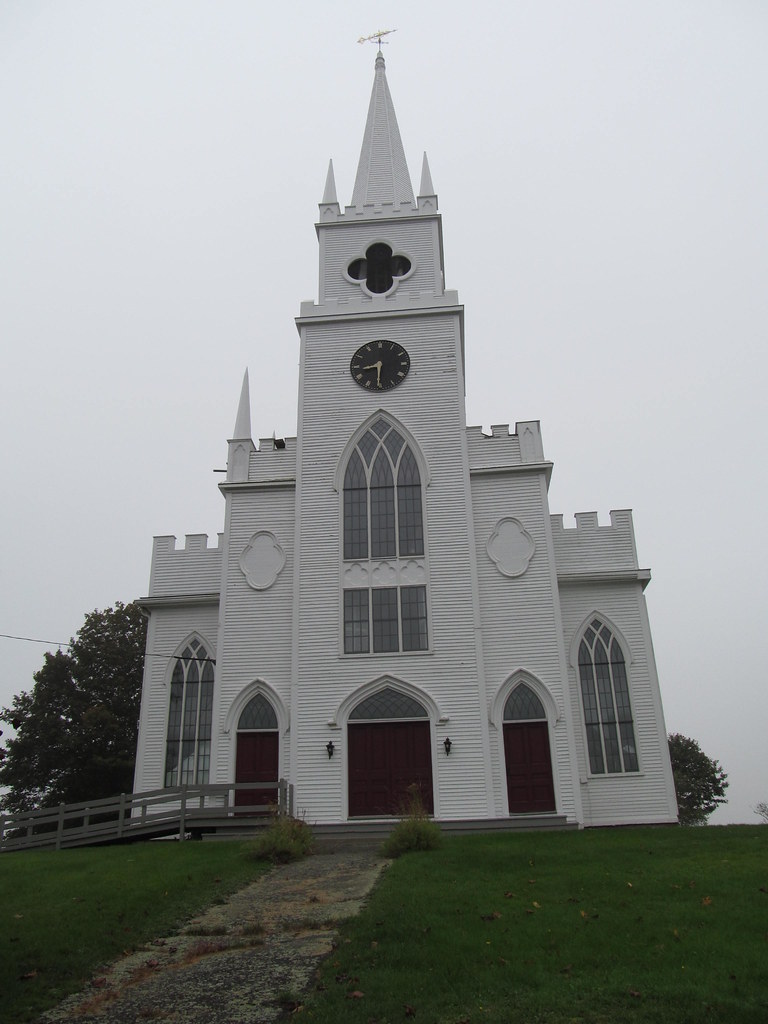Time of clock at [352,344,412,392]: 8:30
